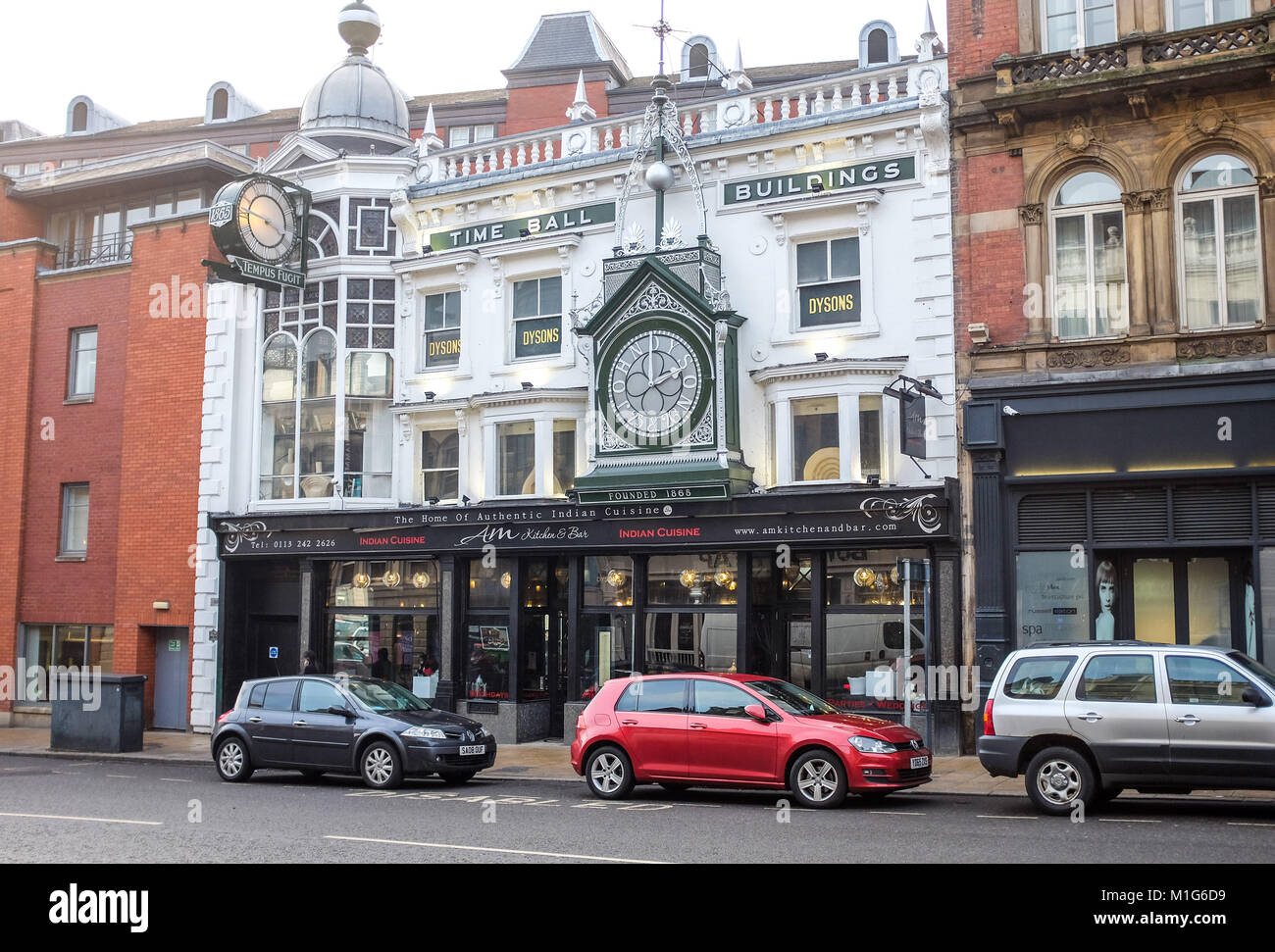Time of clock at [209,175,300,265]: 3:46
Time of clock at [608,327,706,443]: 1:59
